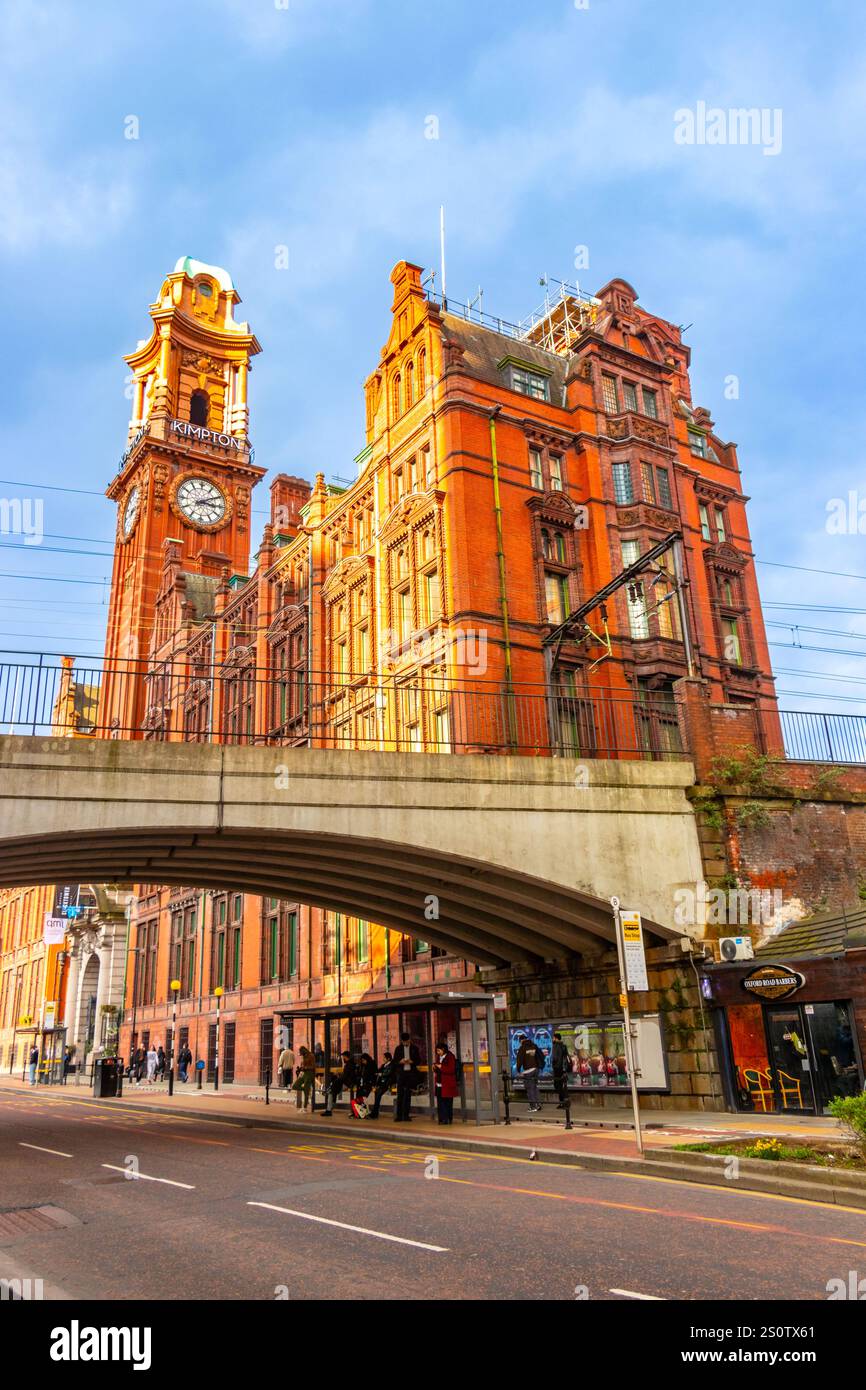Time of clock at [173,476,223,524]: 3:09
